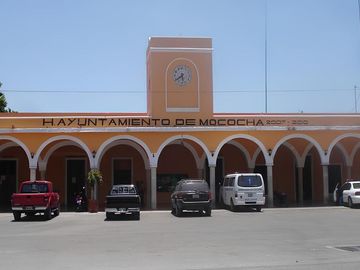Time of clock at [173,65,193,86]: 5:38
